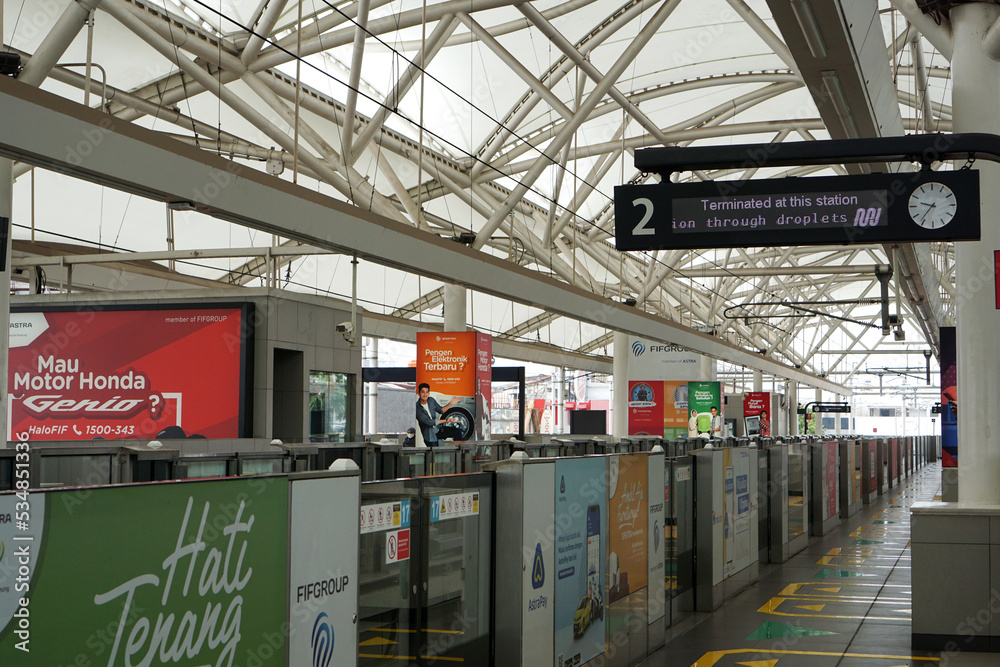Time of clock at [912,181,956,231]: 9:36
